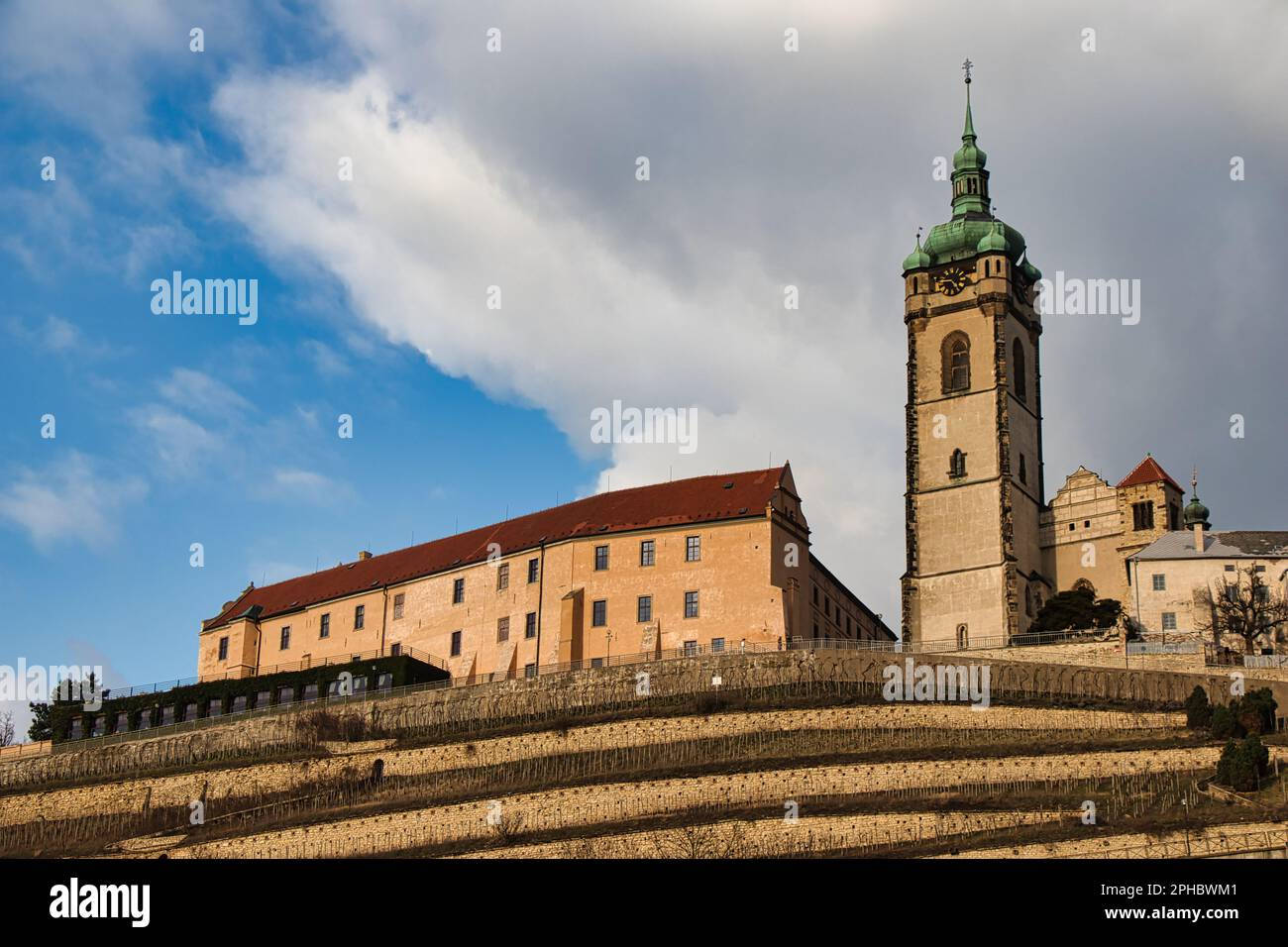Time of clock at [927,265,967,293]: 4:45
